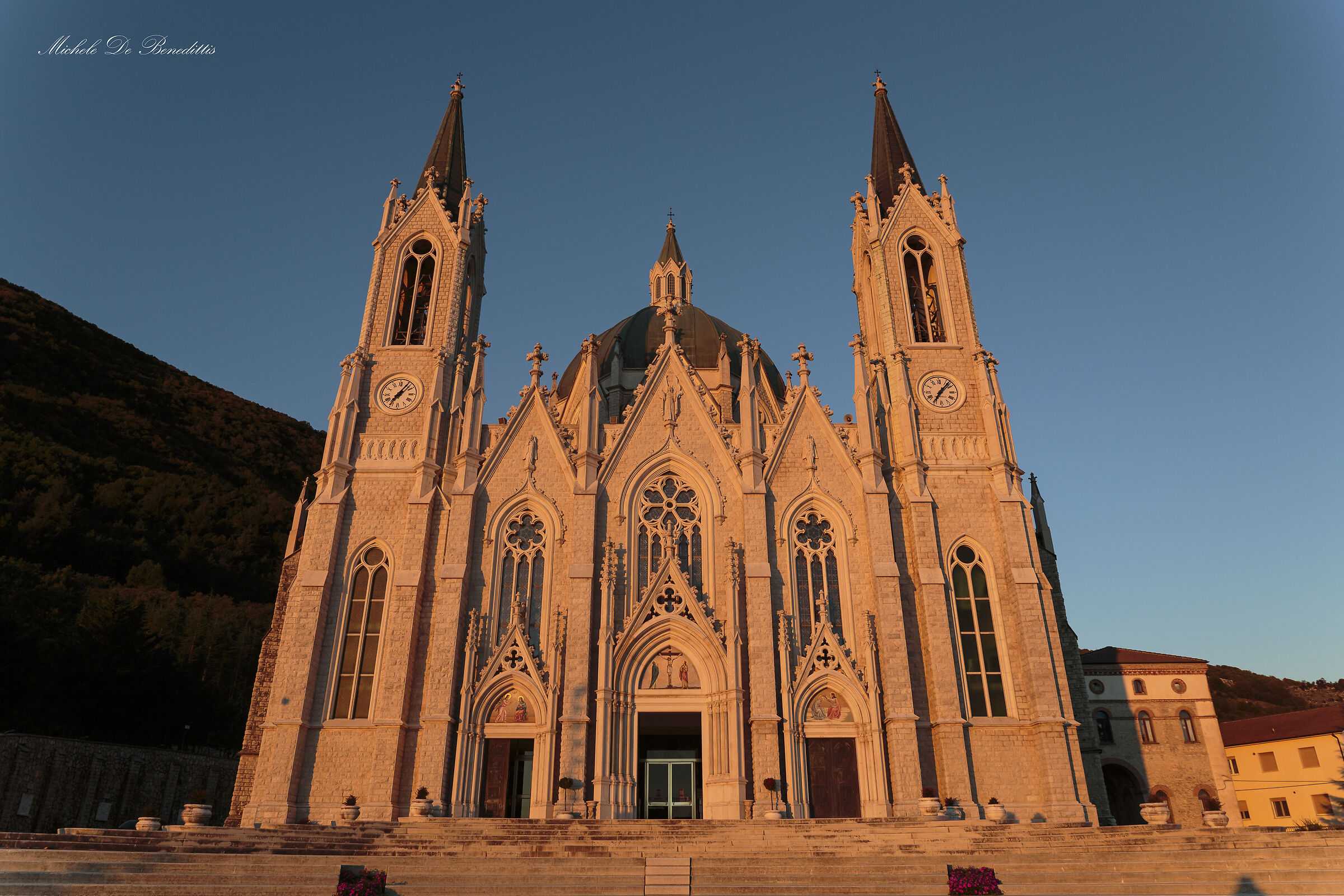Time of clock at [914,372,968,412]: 7:07
